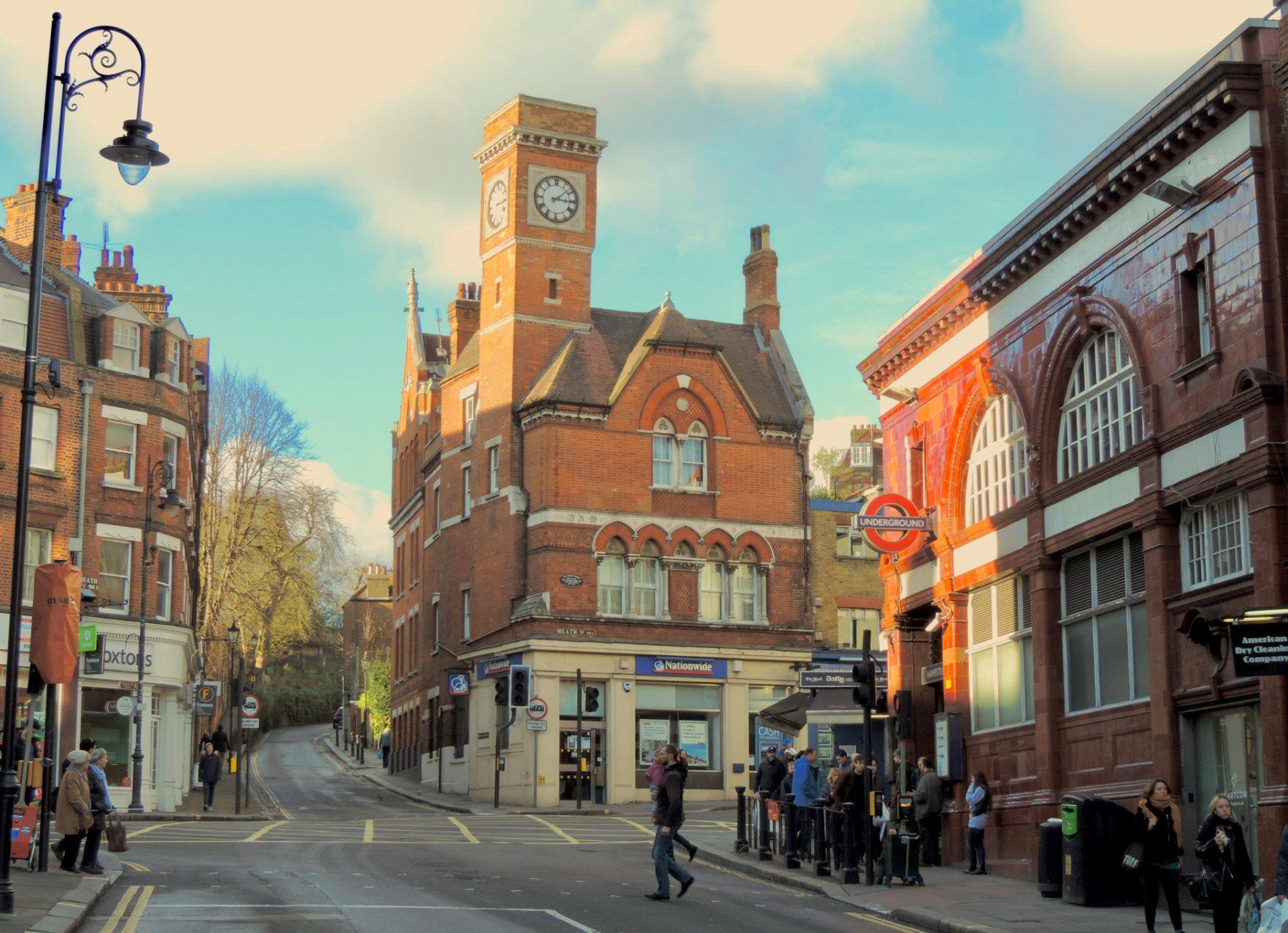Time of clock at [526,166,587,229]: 3:08
